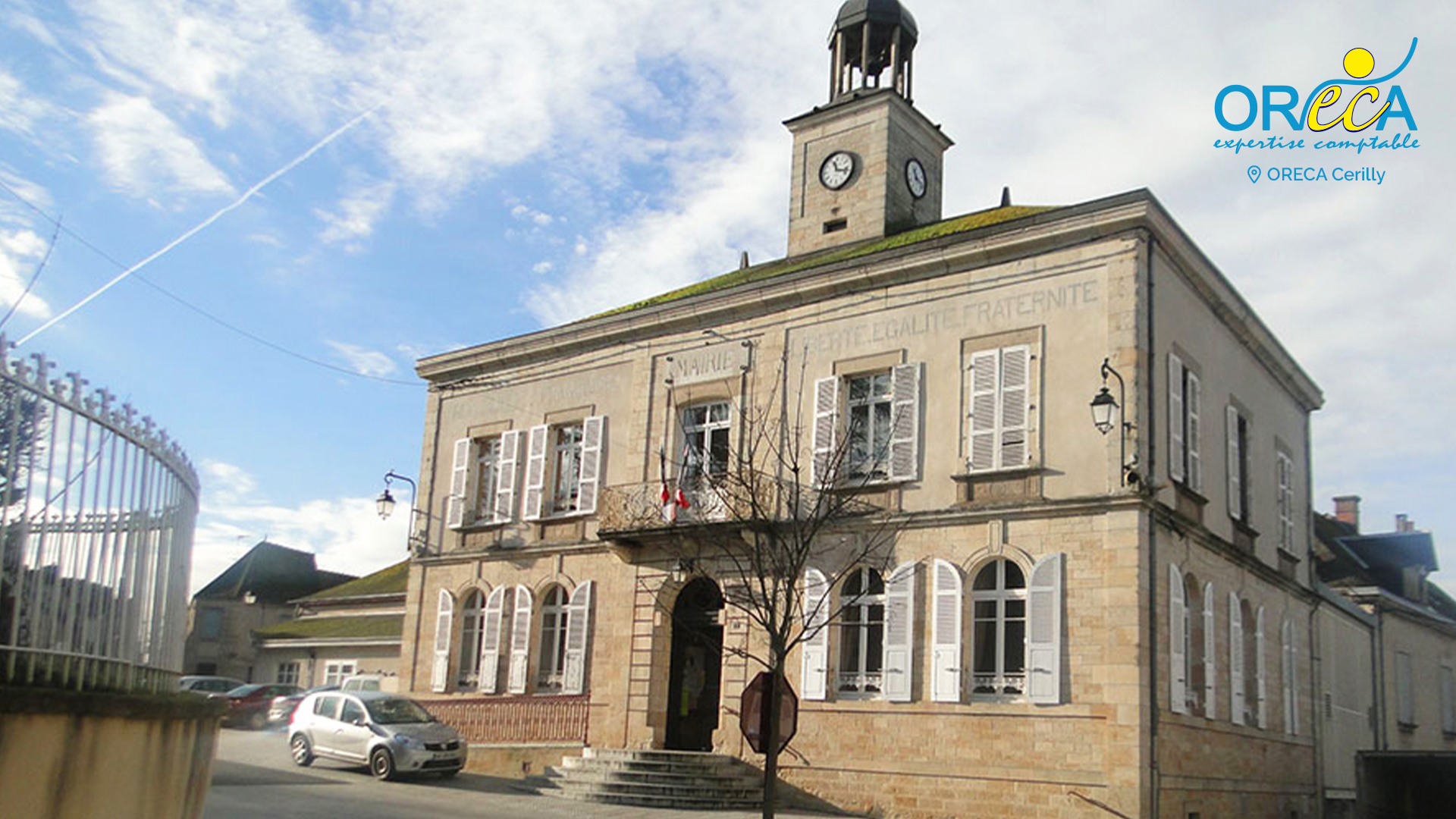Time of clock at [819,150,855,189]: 11:17
